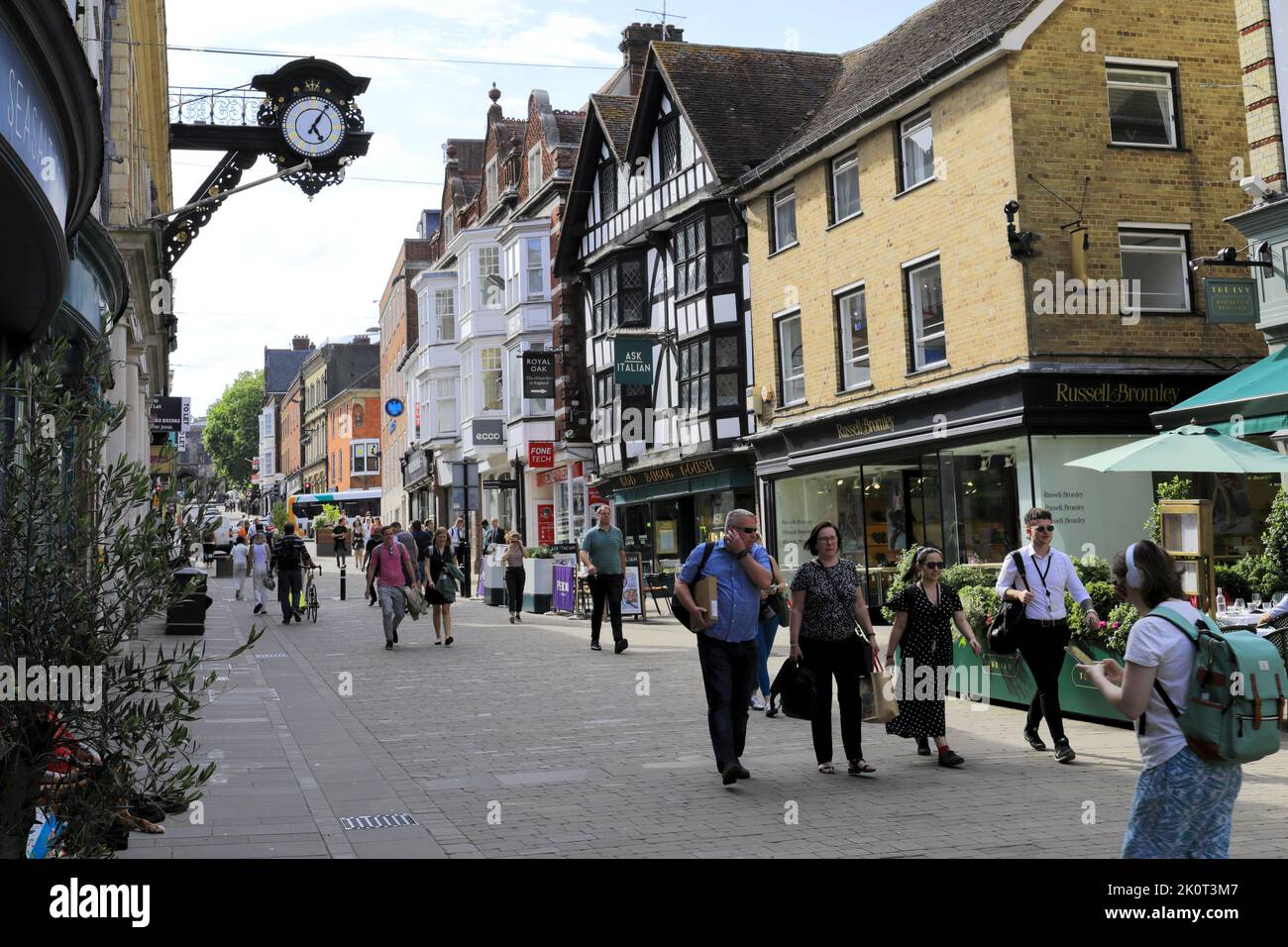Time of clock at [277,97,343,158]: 5:05
